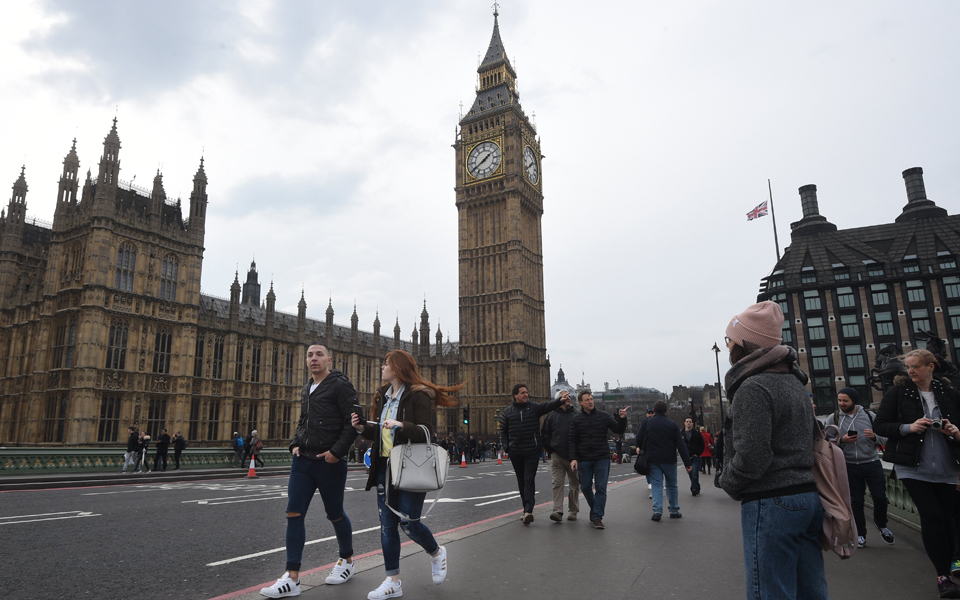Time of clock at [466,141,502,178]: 1:39
